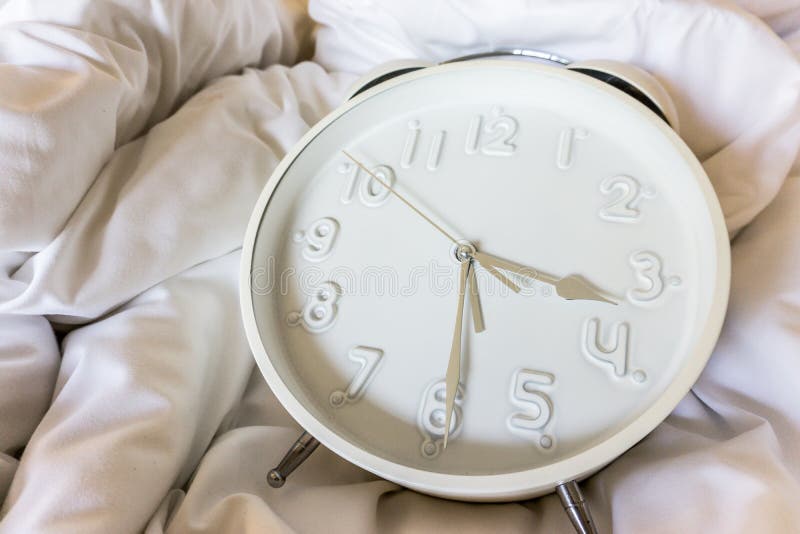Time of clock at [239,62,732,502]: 3:29
